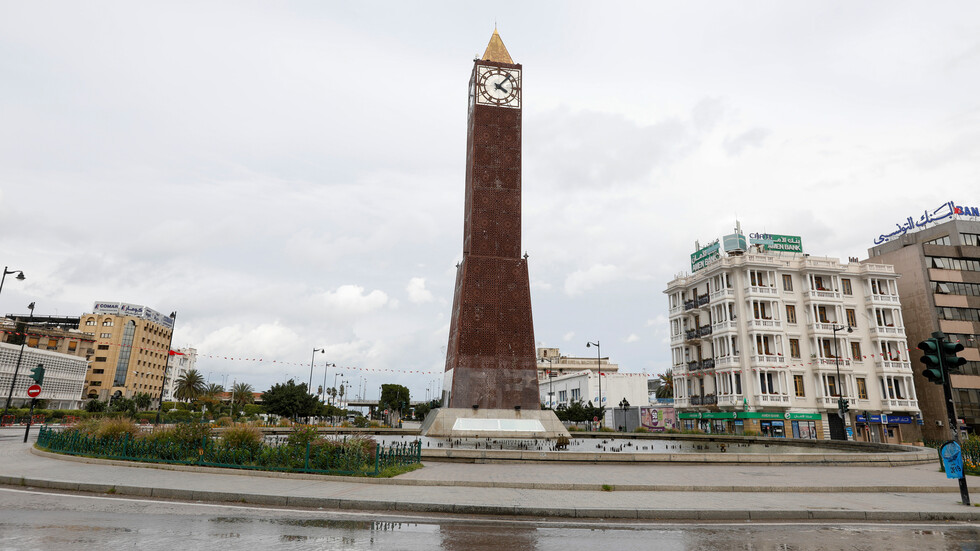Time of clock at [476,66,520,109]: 4:06
